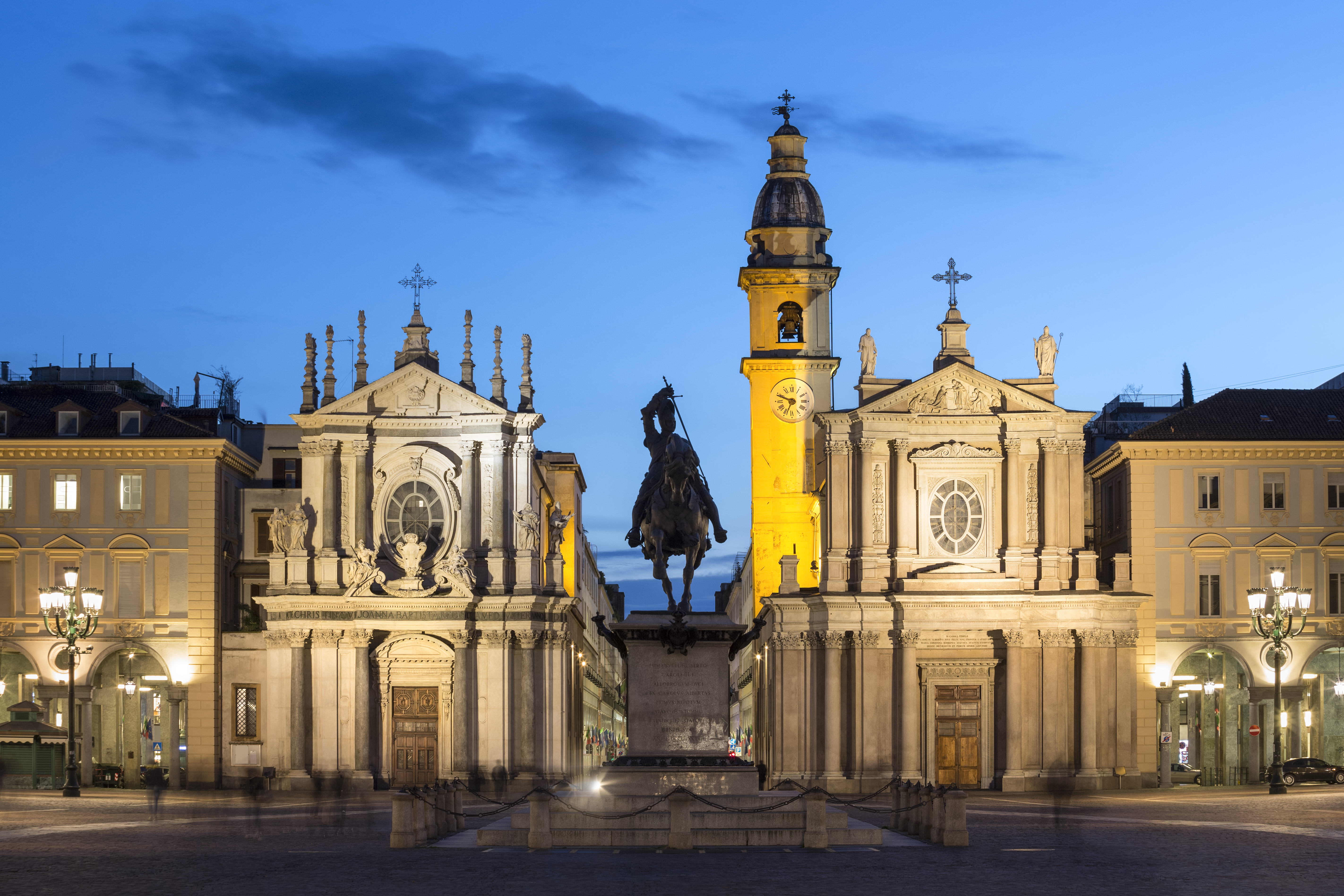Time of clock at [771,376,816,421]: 6:48
